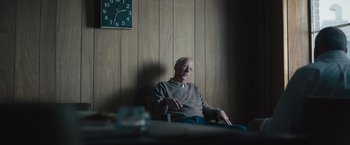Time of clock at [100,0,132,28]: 2:33
